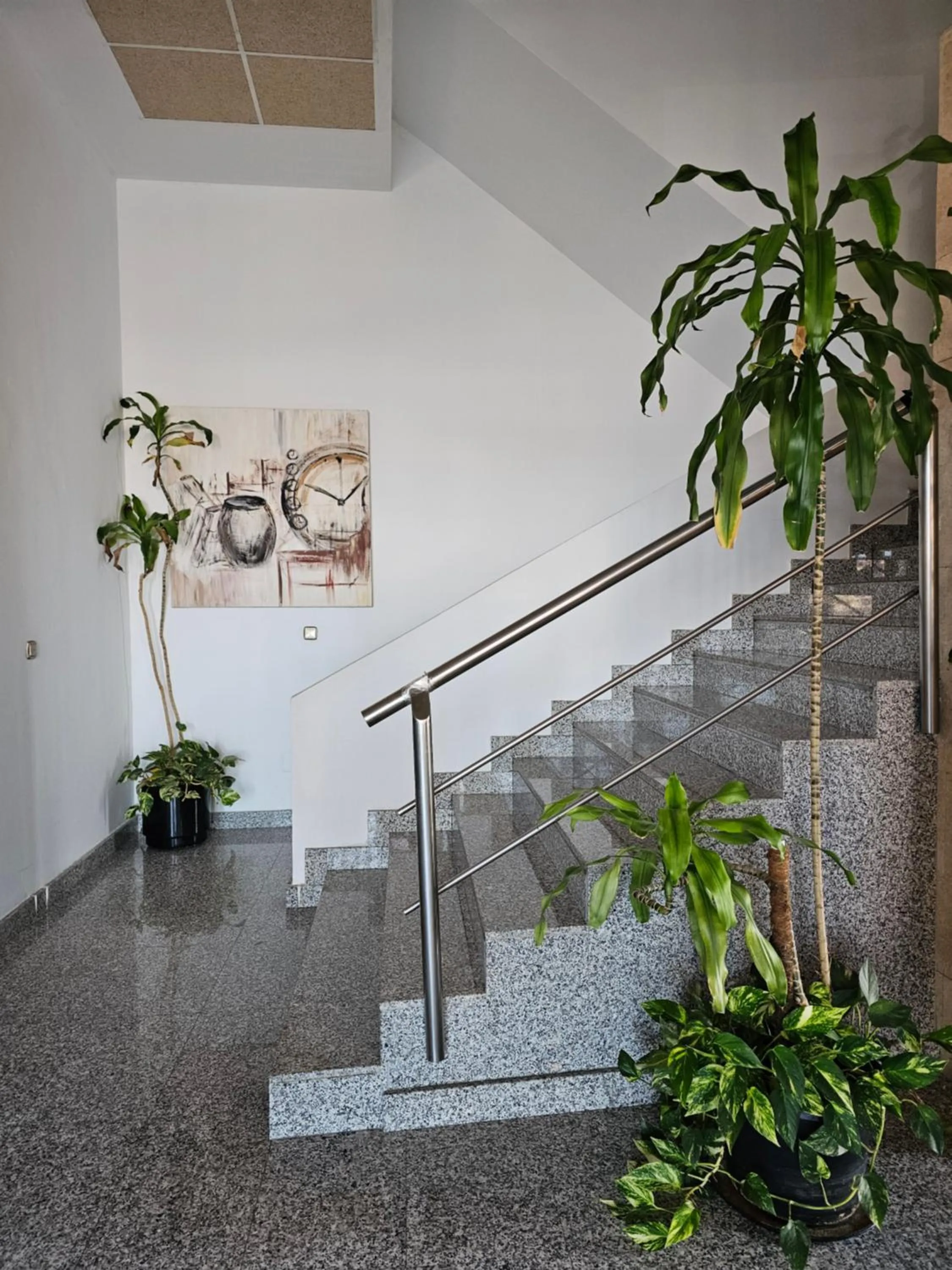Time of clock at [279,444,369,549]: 1:49
